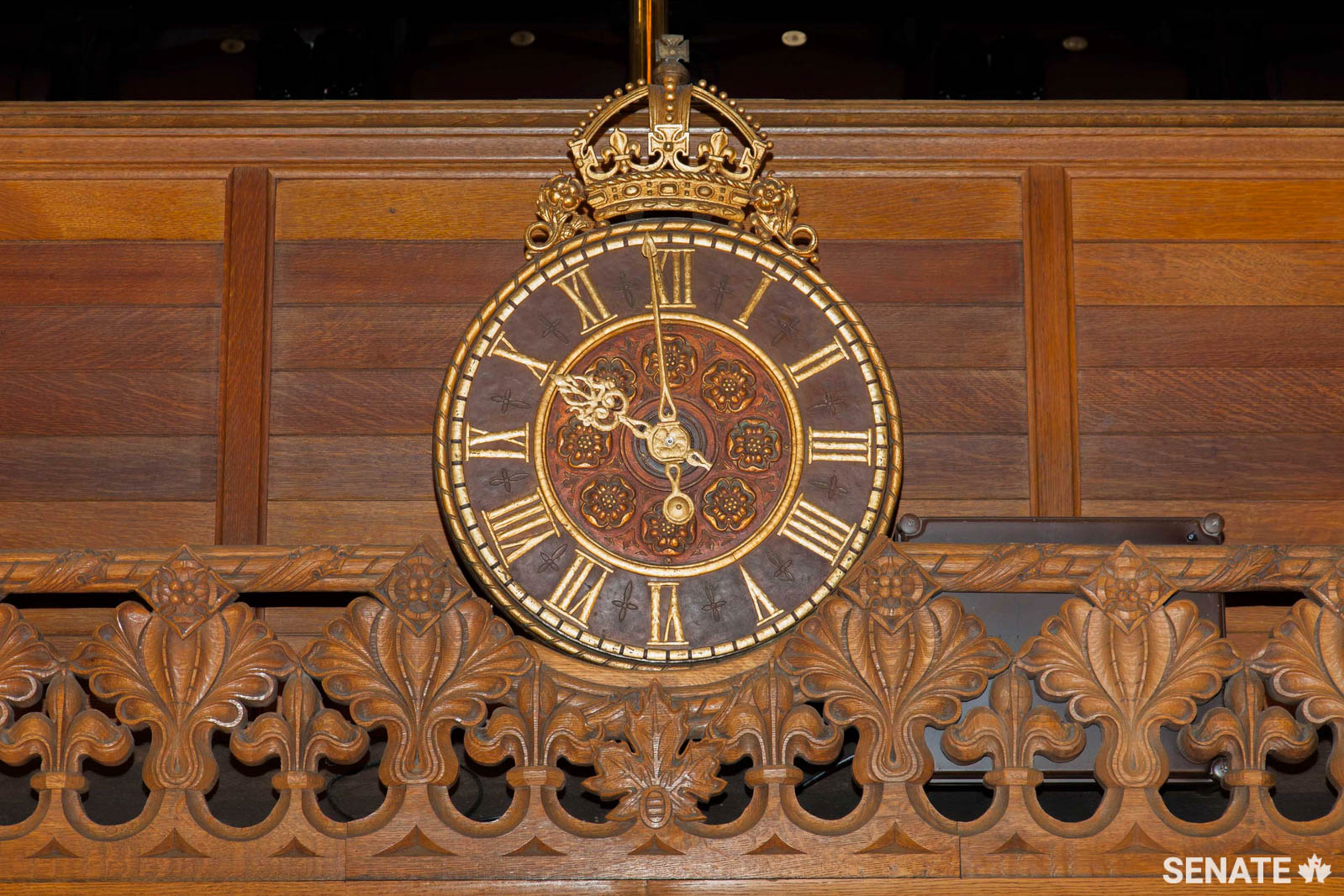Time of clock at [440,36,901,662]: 5:49
